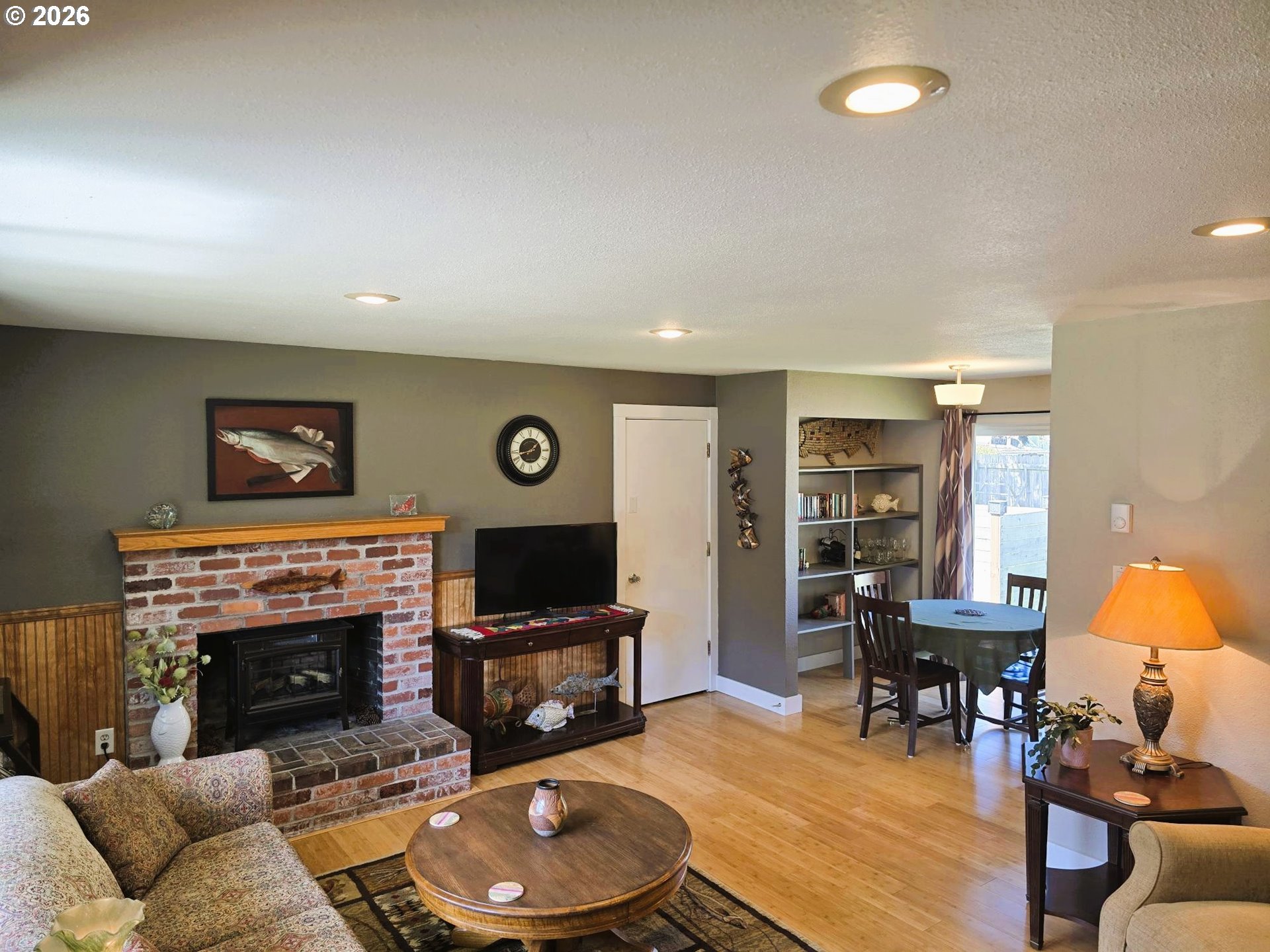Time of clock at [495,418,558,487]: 1:42
